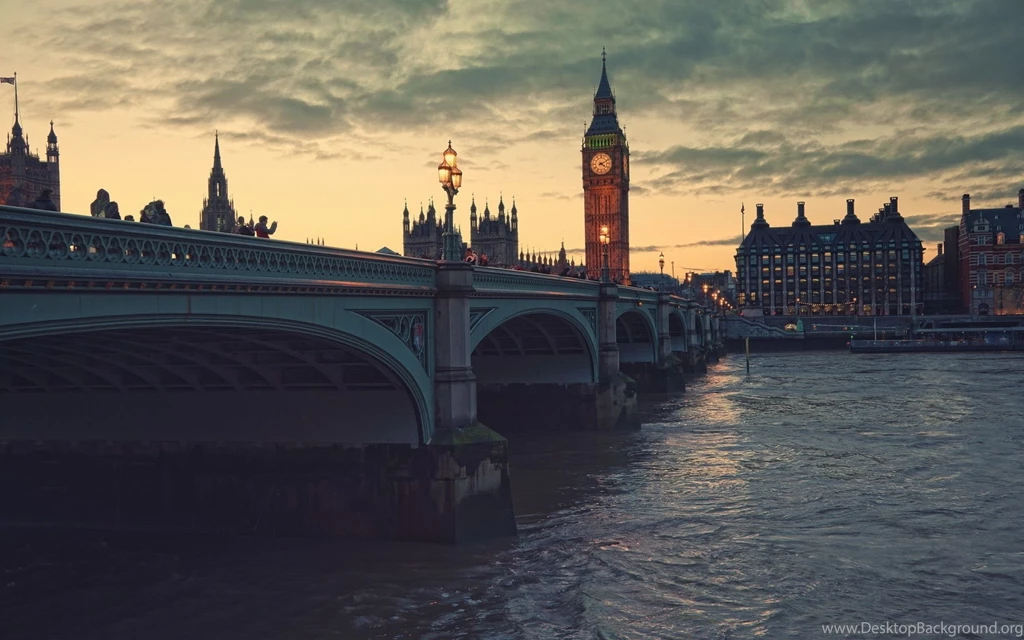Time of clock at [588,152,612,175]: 4:10
